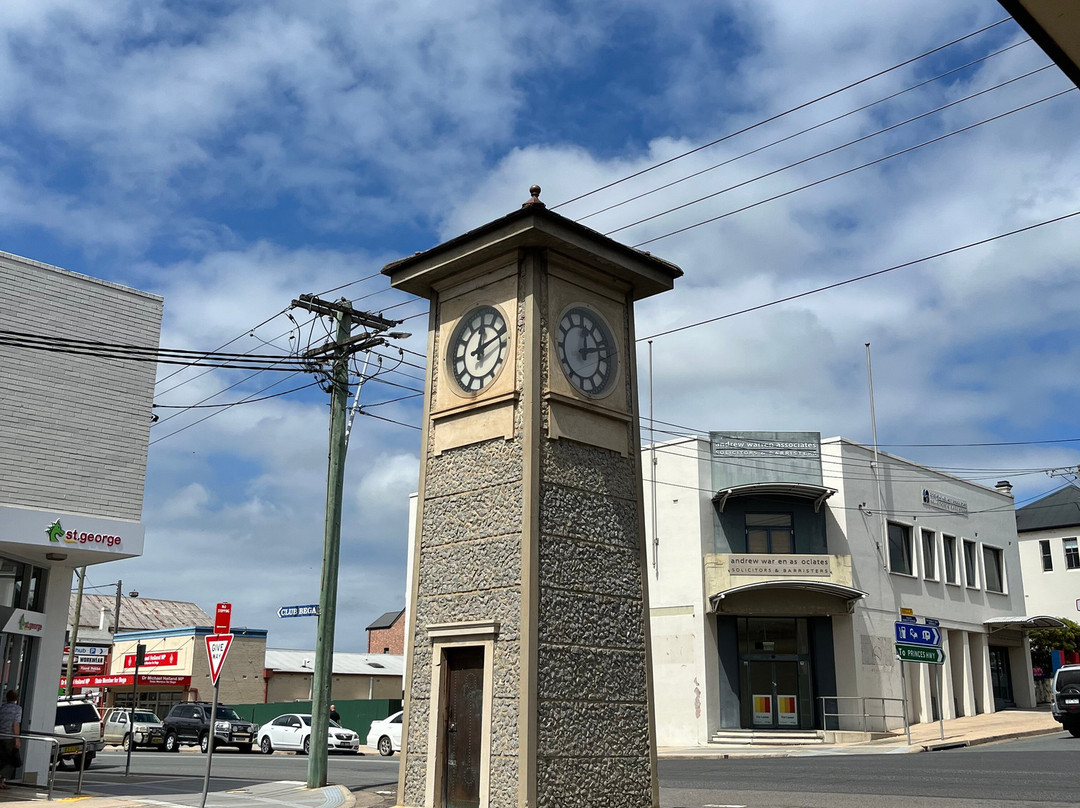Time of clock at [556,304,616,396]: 12:12
